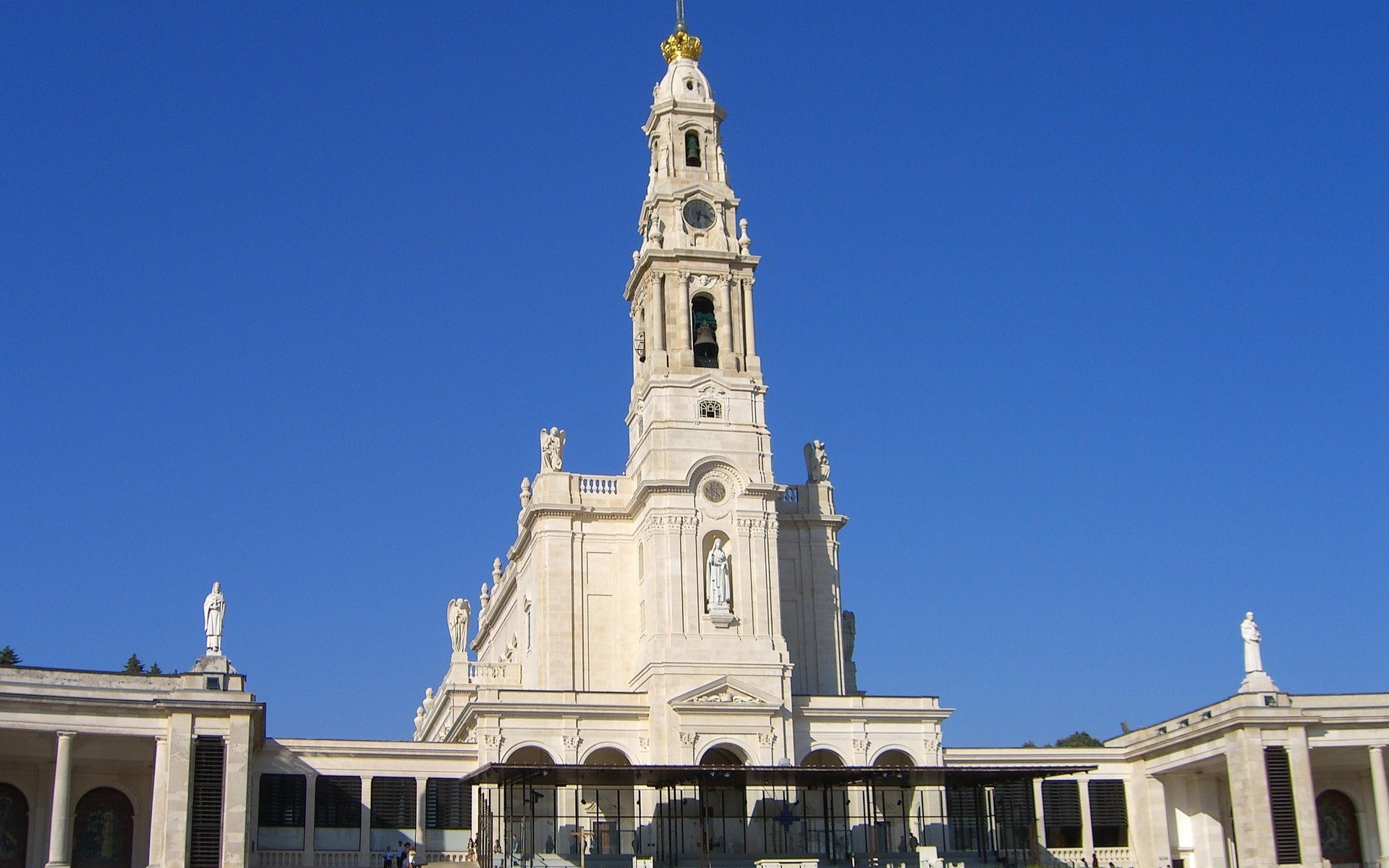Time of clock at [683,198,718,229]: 6:18
